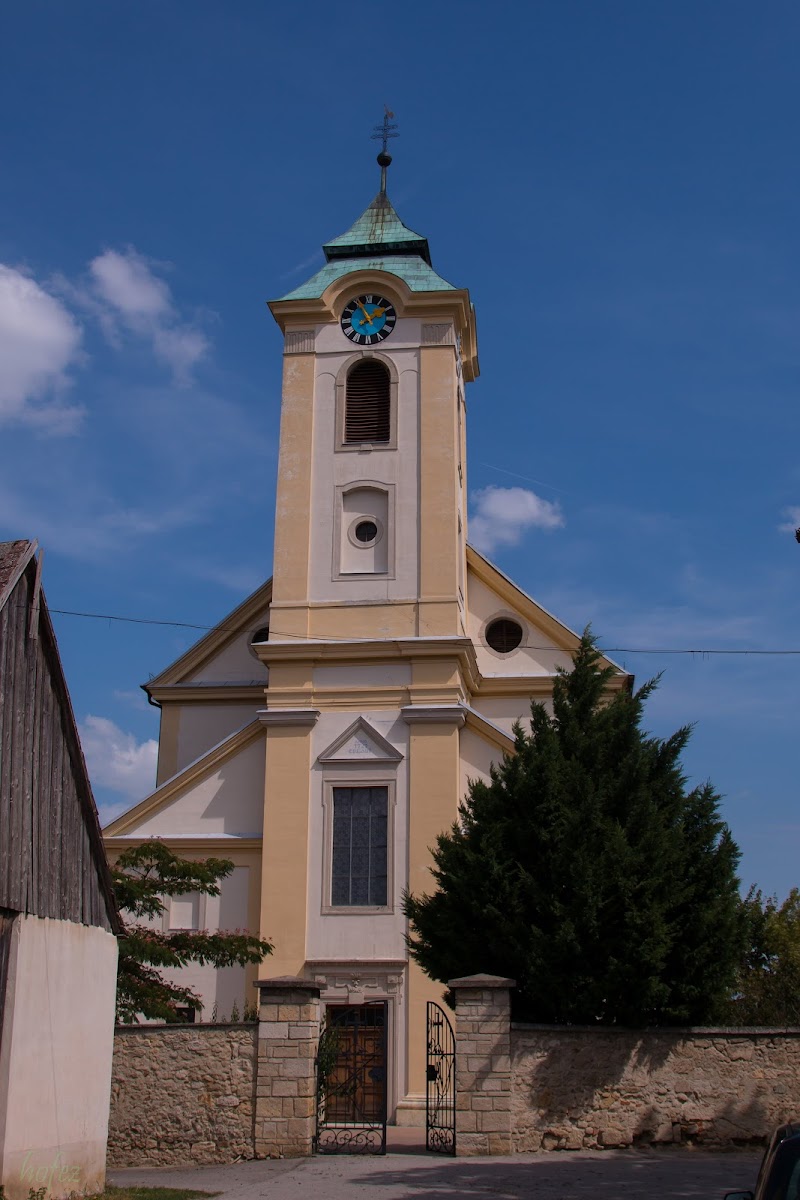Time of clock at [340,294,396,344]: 1:55
